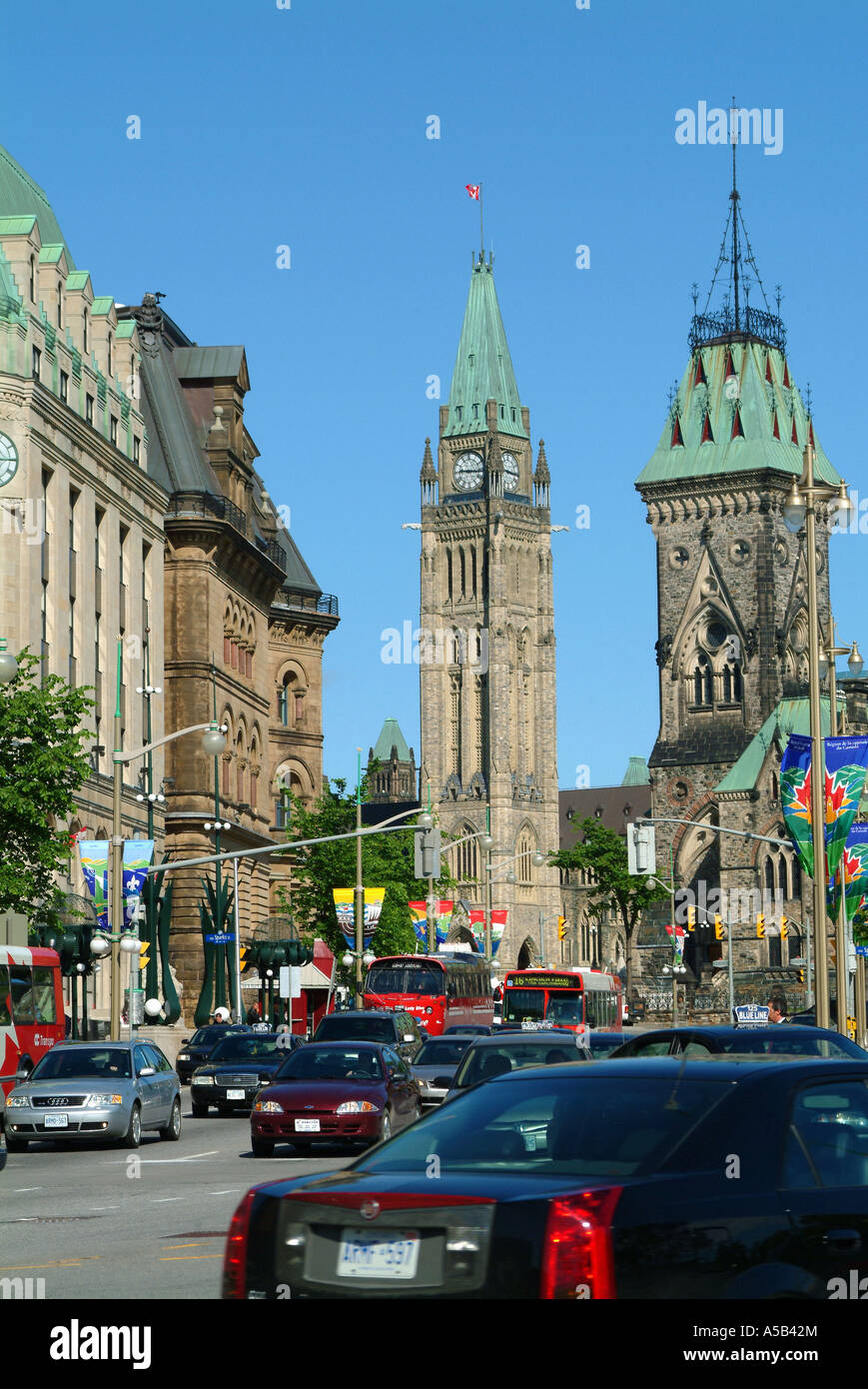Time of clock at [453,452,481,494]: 9:15
